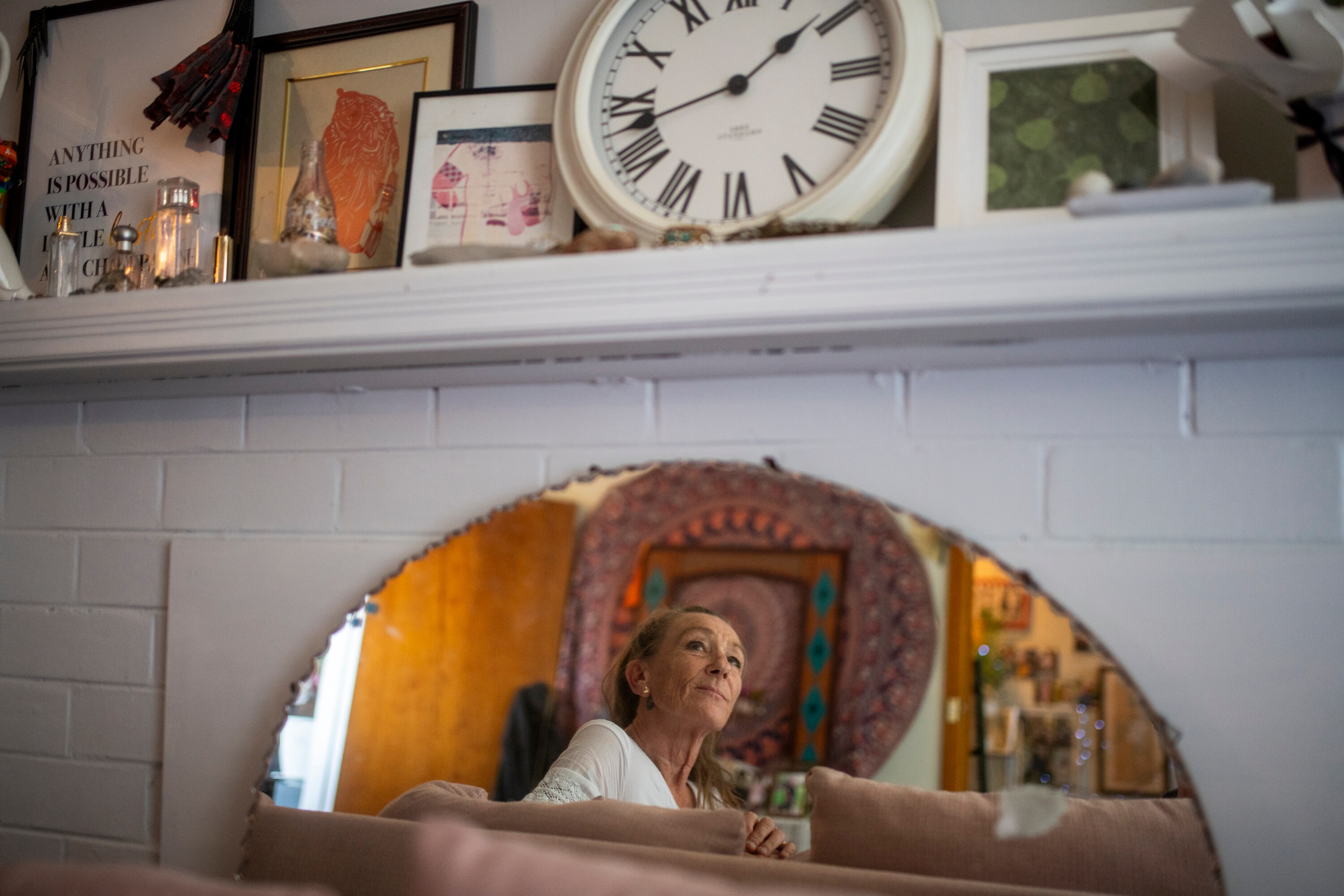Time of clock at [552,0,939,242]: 1:42
